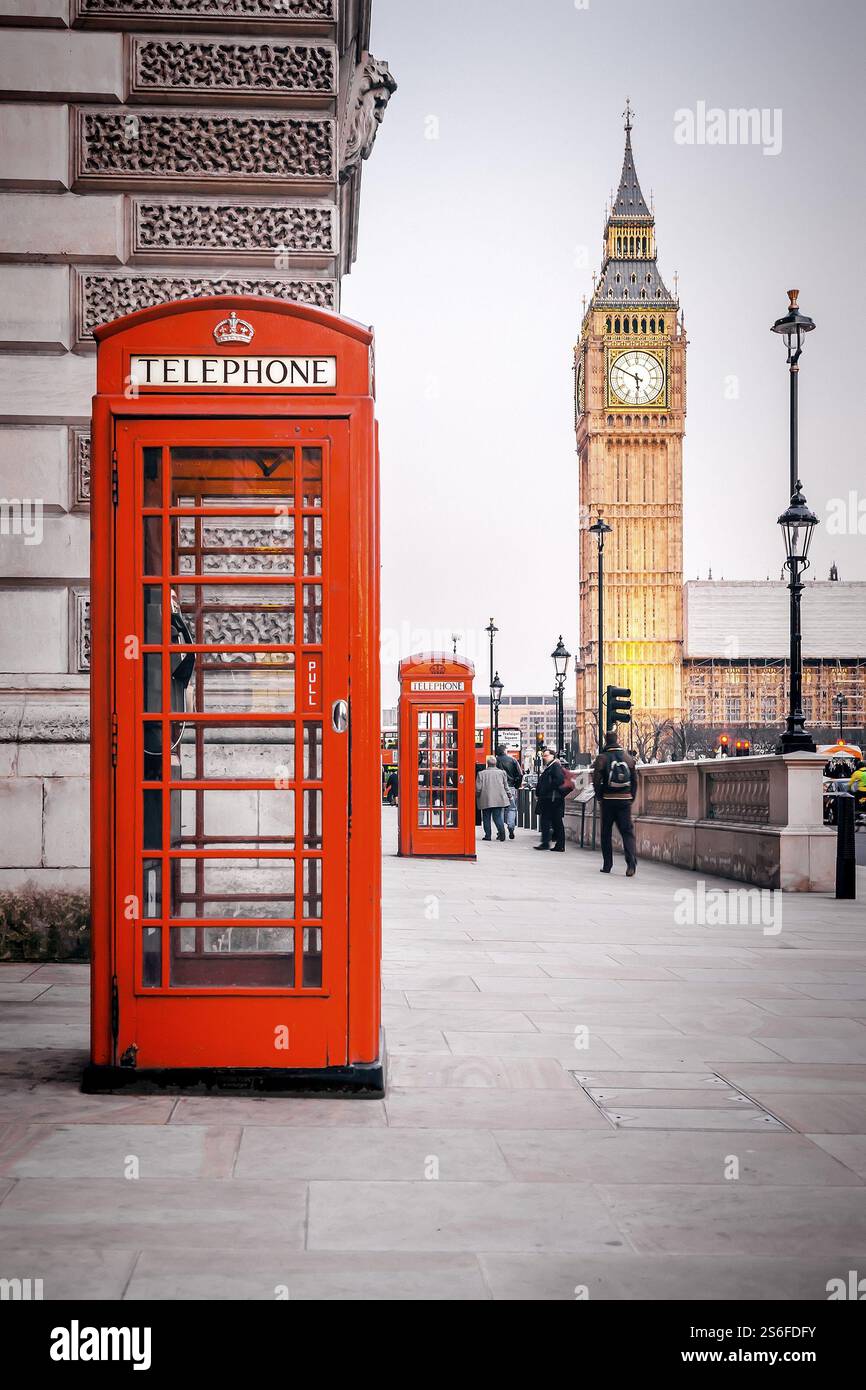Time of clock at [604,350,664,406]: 5:49
